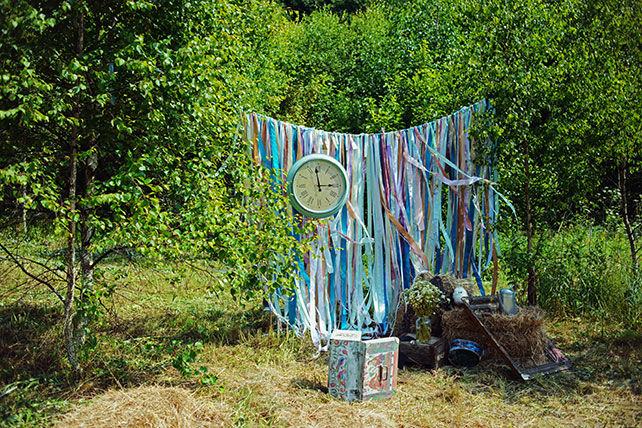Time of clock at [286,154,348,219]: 2:58
